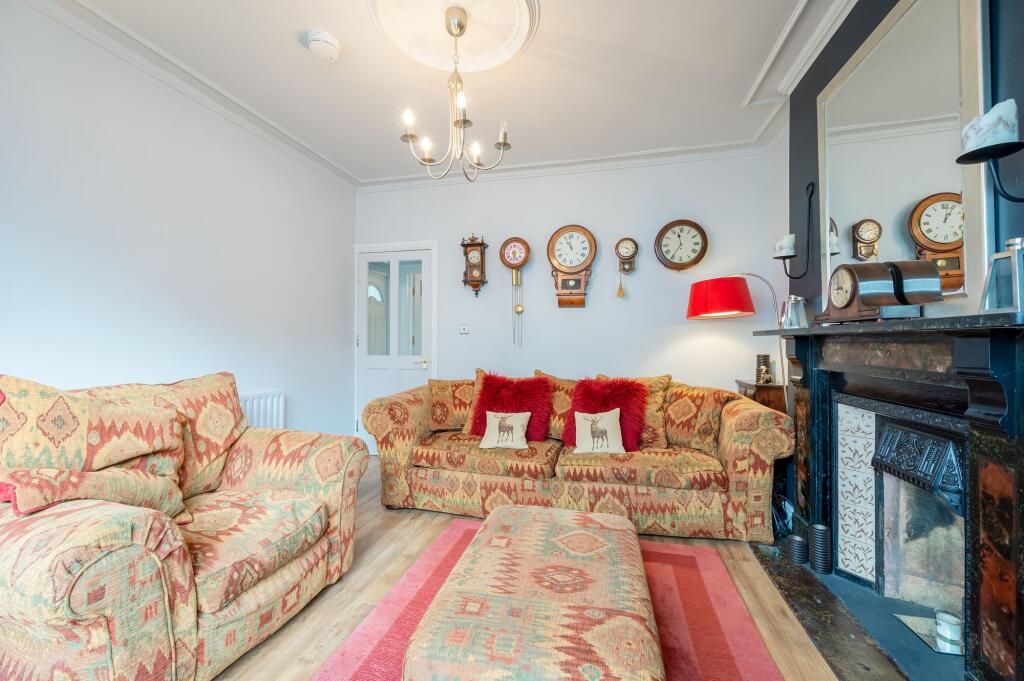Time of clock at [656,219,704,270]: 11:35
